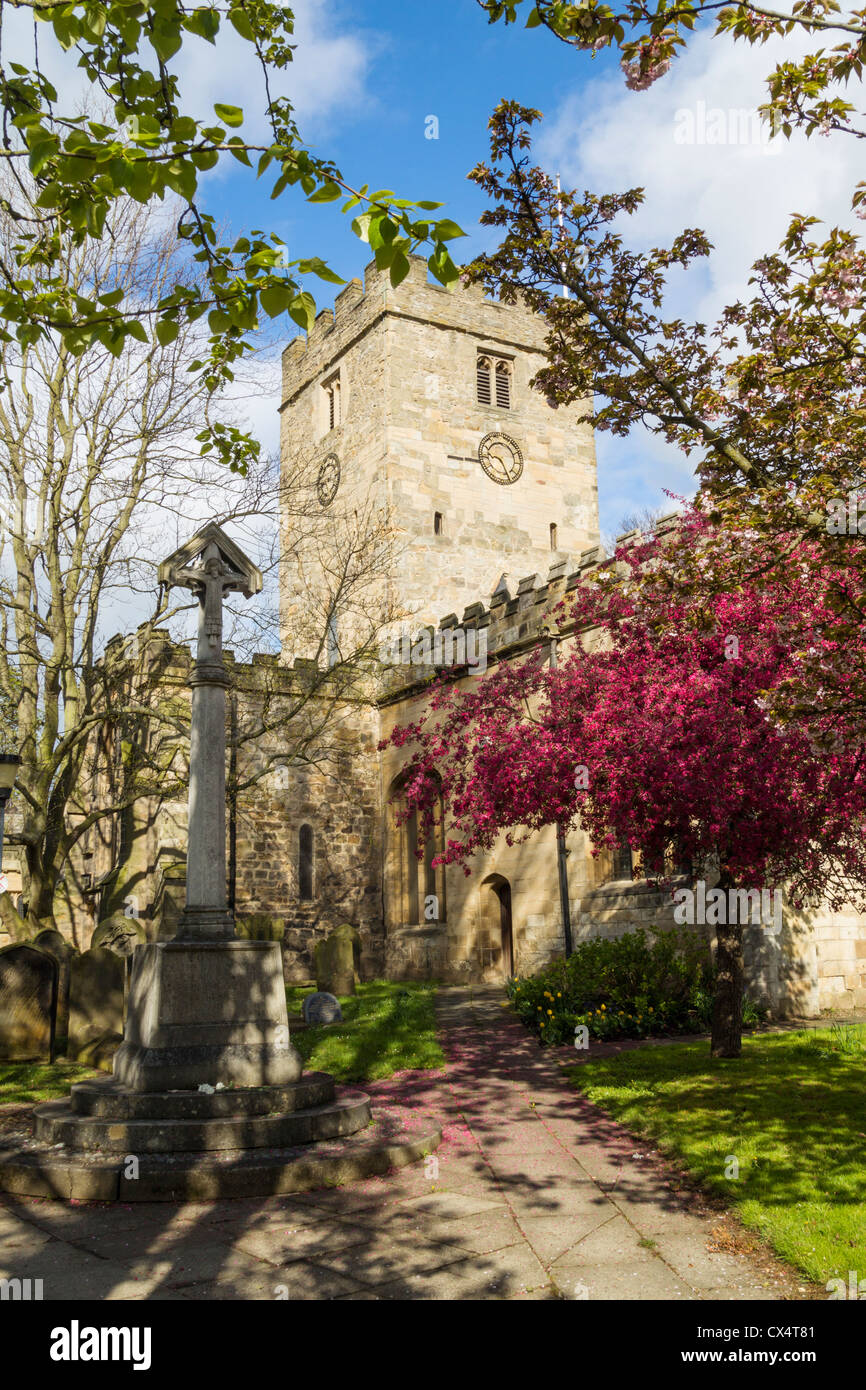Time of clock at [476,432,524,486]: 9:25
